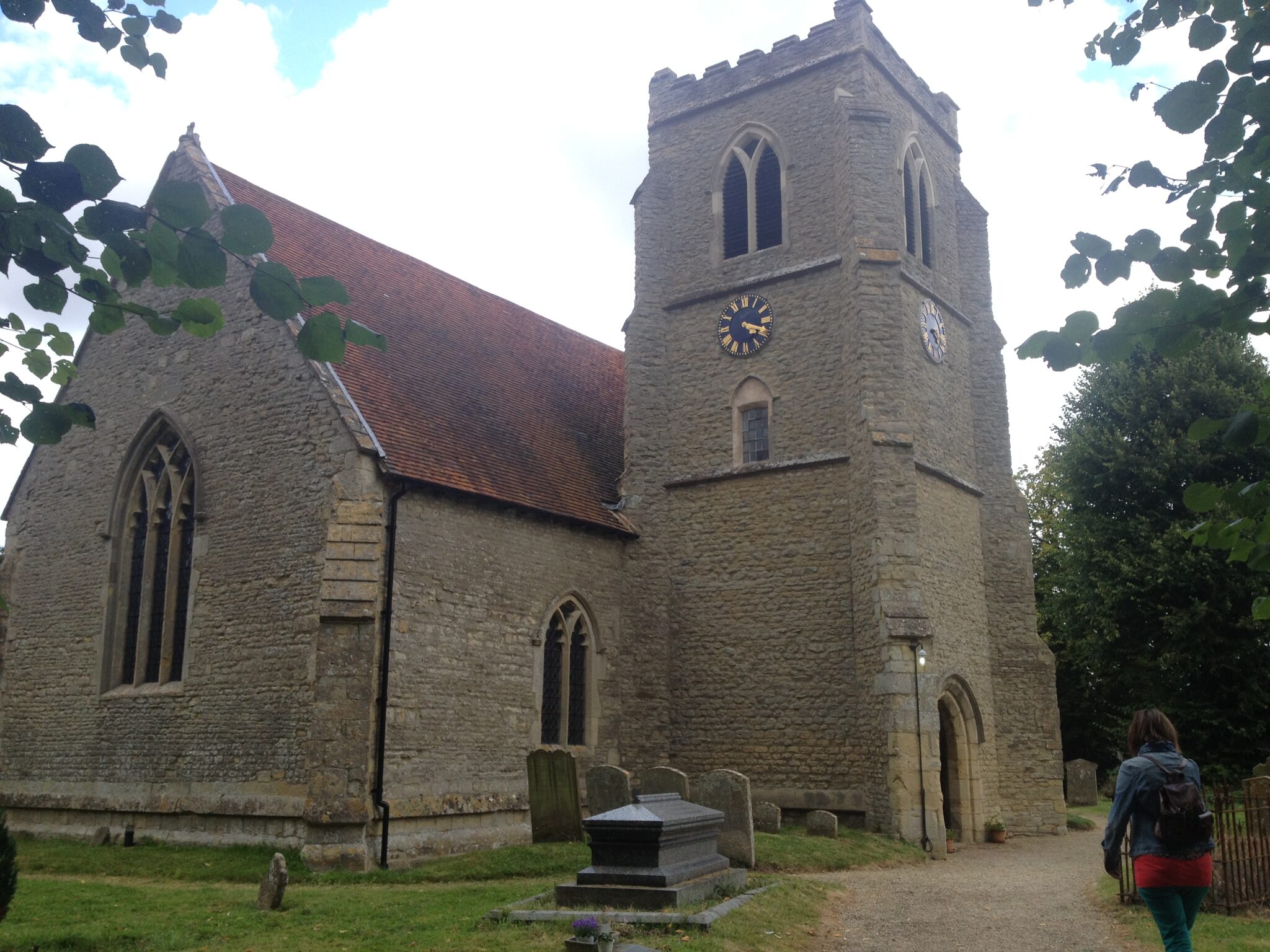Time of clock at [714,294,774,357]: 4:19
